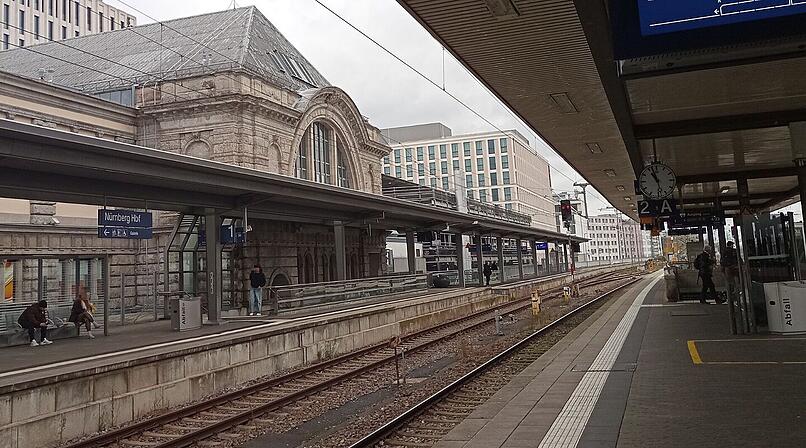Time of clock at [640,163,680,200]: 10:57
